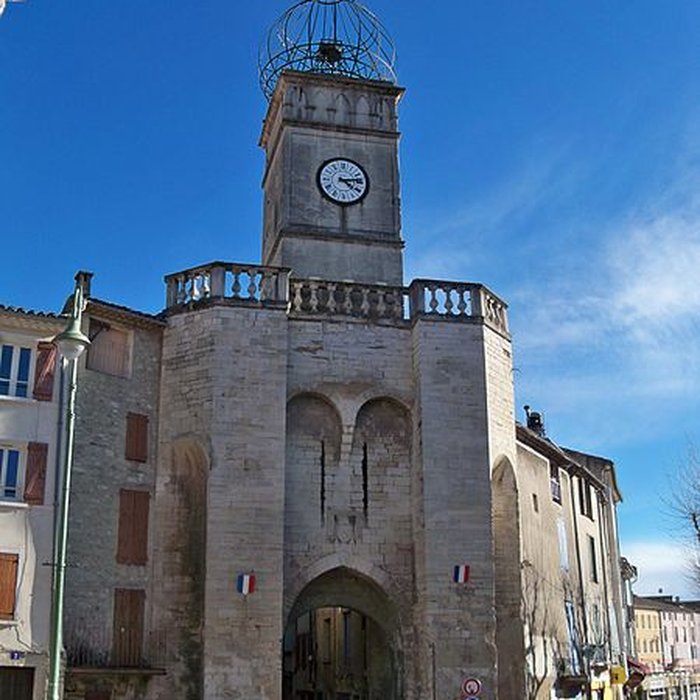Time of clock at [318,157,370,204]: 4:13
